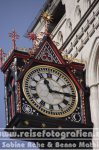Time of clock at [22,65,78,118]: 11:14
